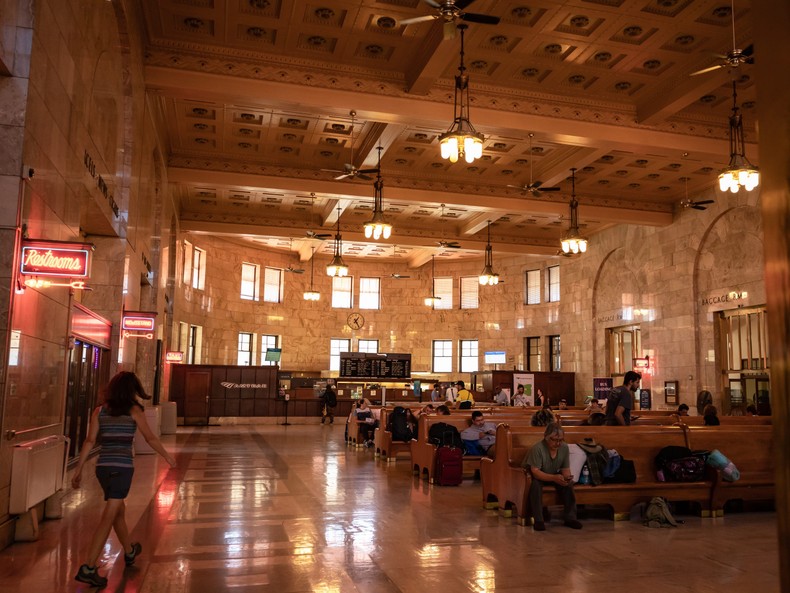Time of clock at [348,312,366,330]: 1:24
